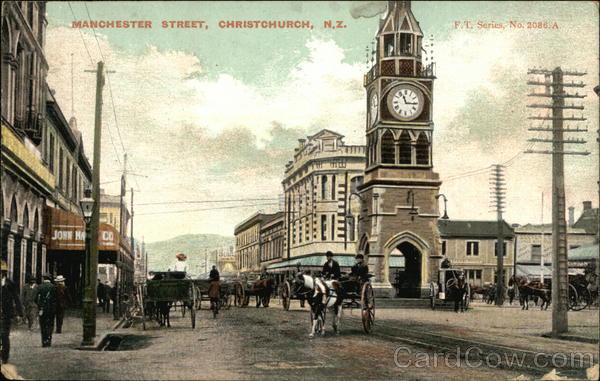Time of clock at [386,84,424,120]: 11:15
